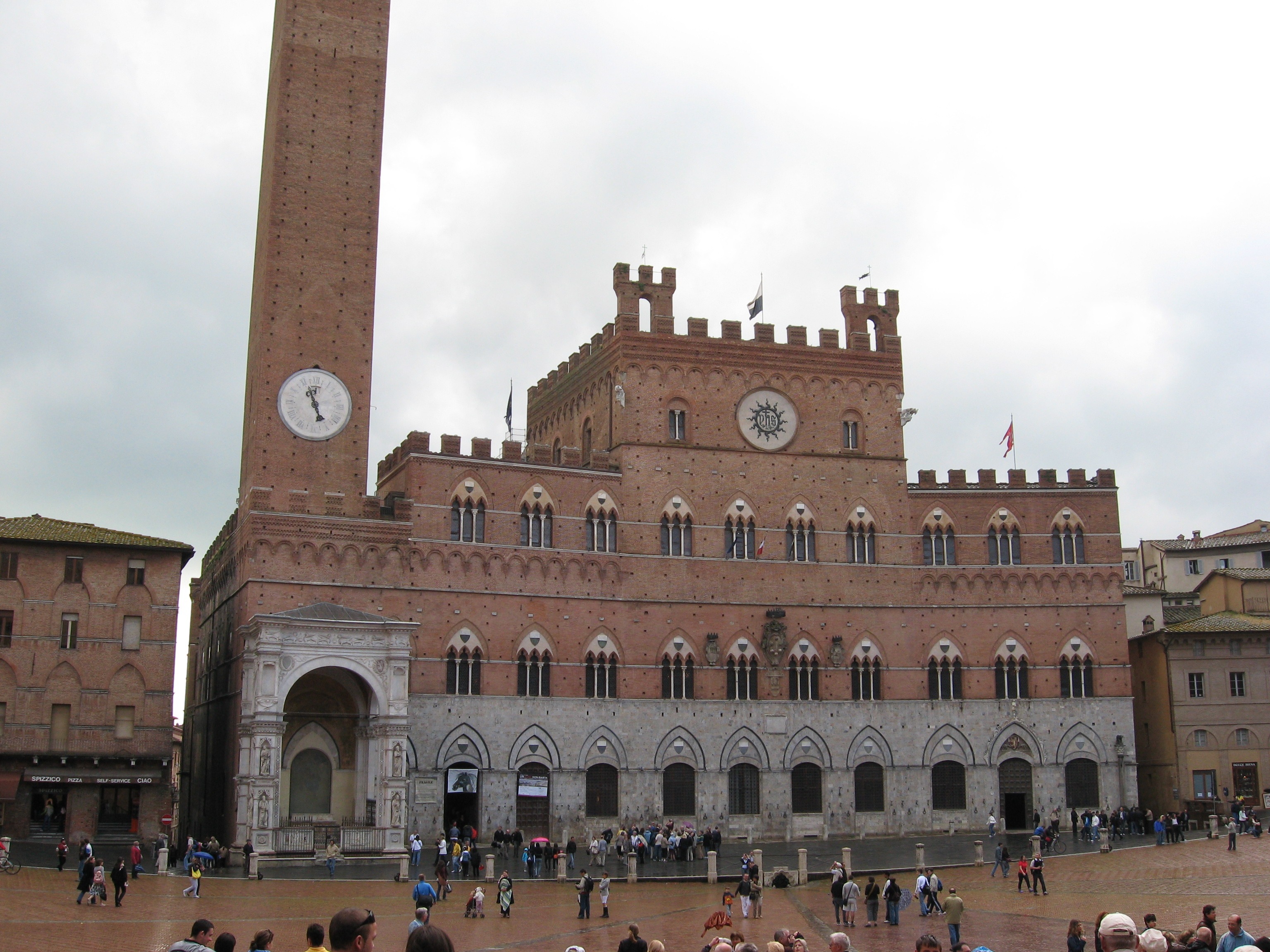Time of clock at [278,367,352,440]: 4:56
